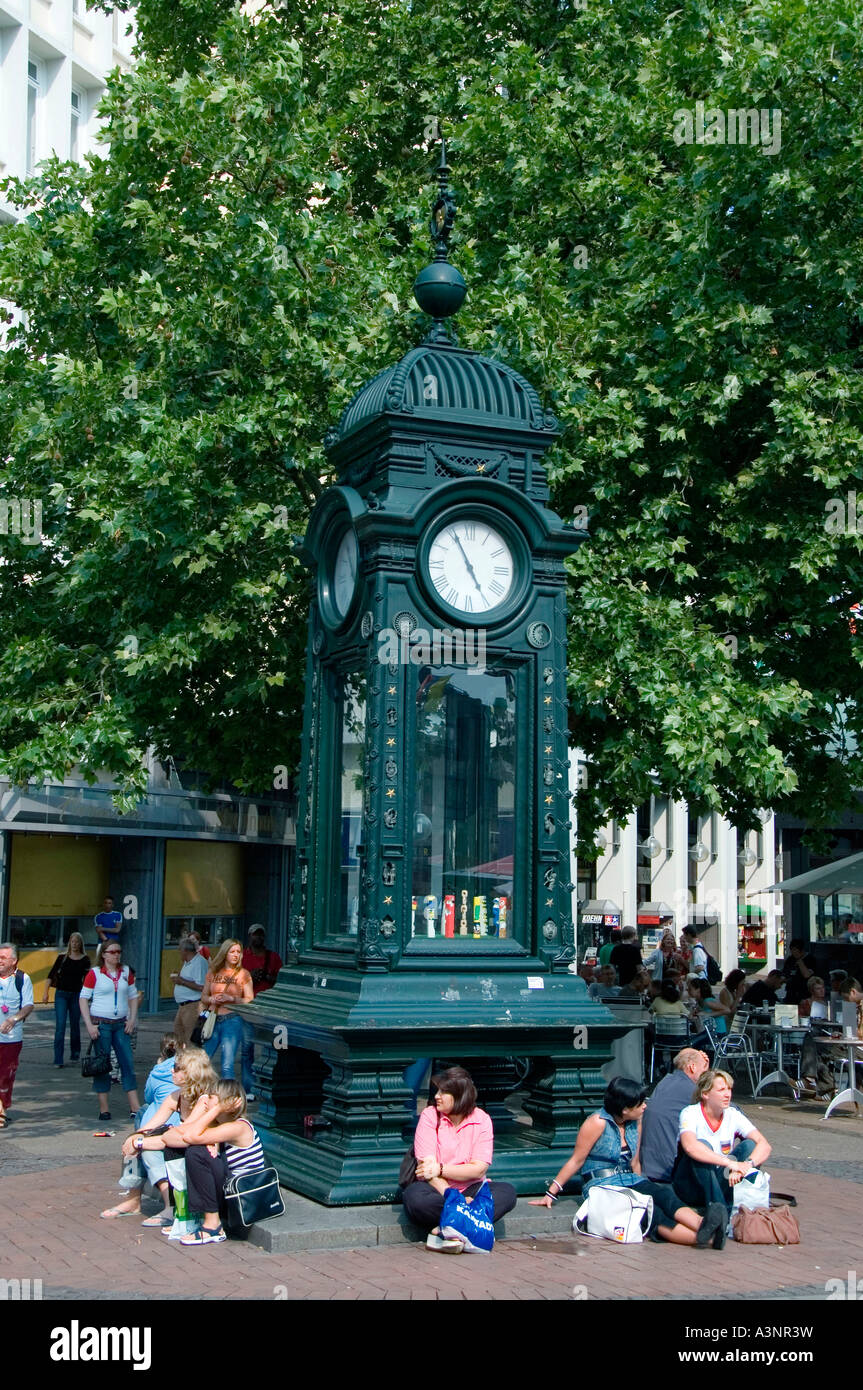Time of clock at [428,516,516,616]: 4:55
